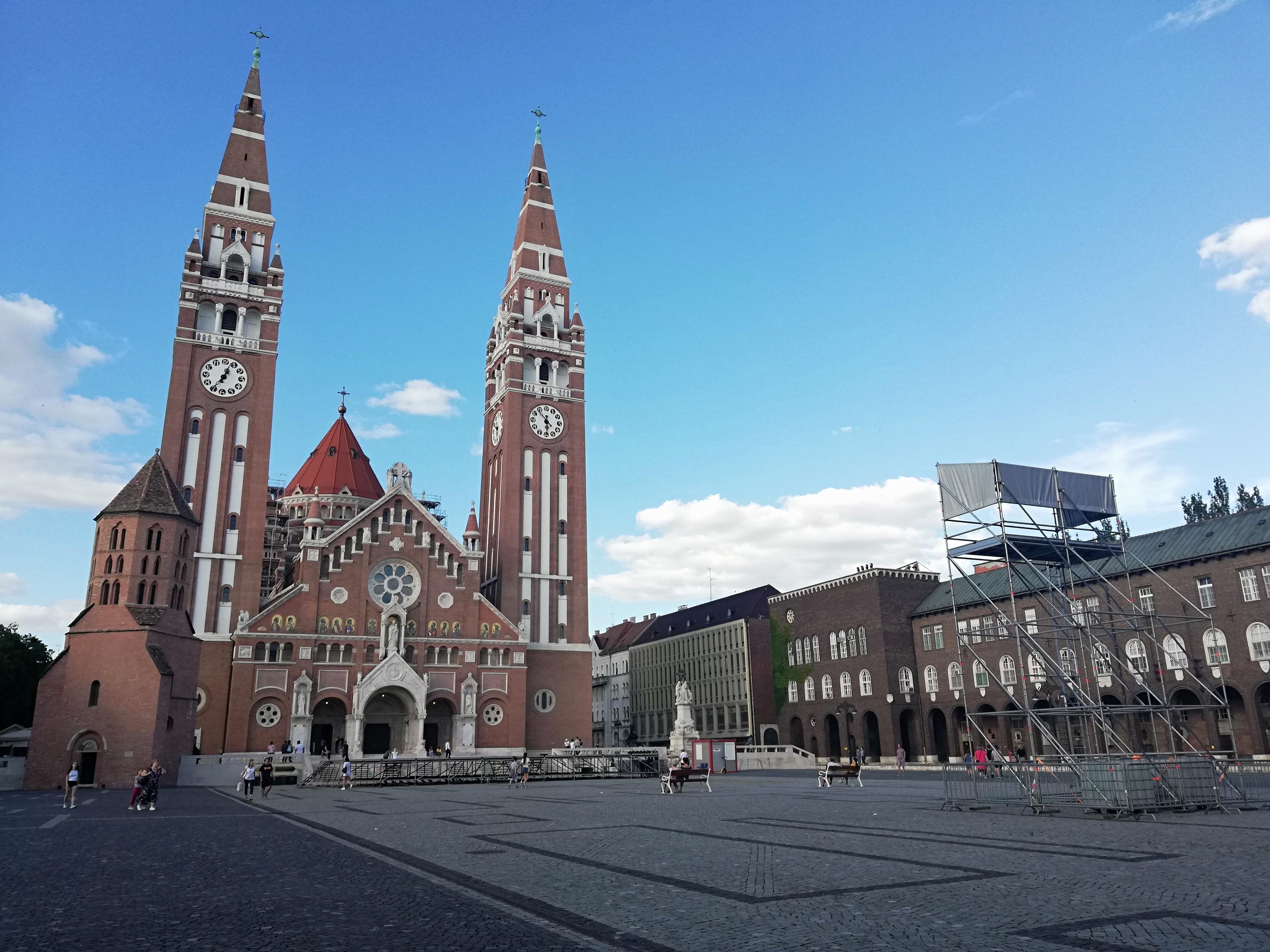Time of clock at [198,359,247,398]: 7:03
